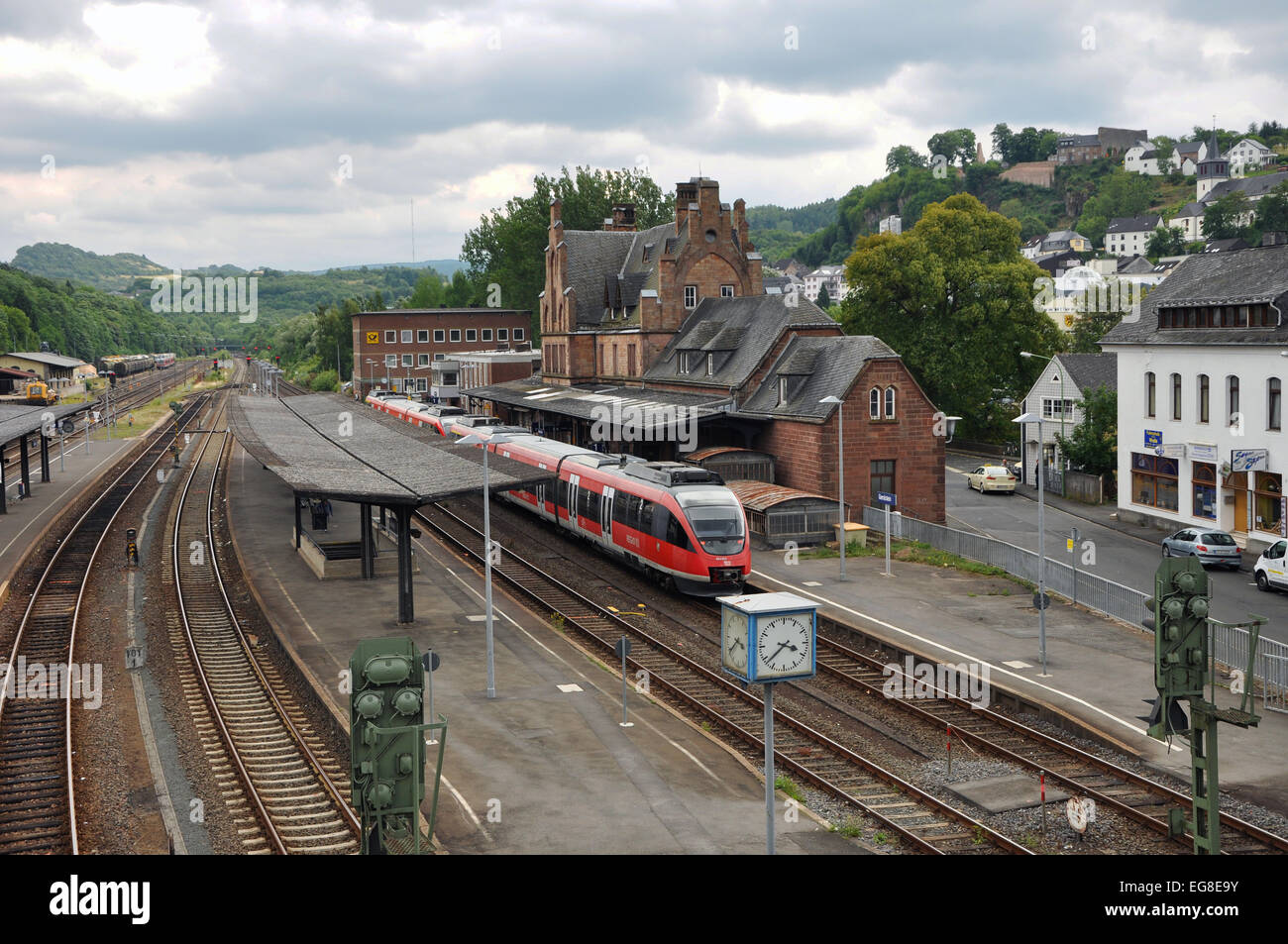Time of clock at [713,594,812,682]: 3:38
